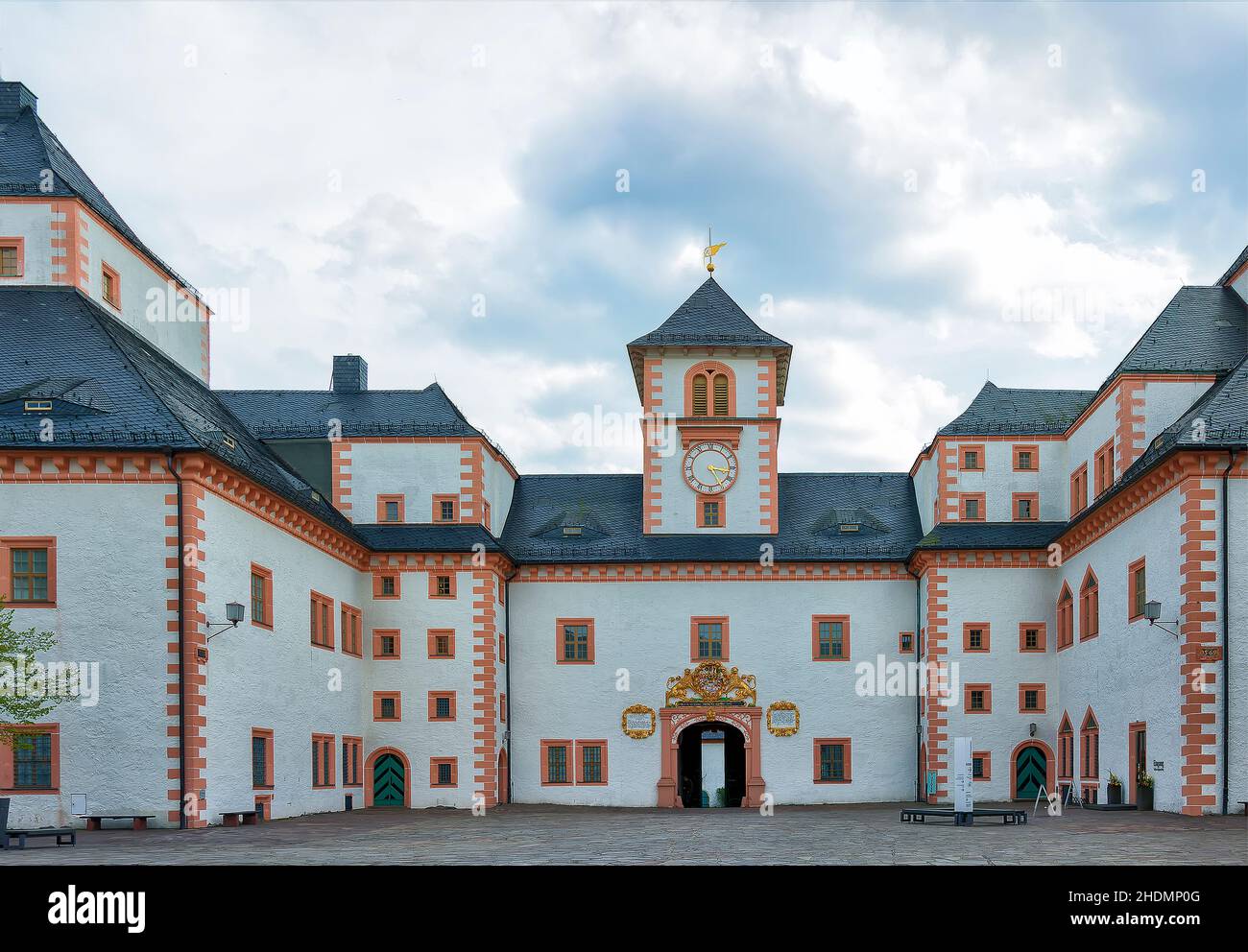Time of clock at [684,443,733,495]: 3:25
